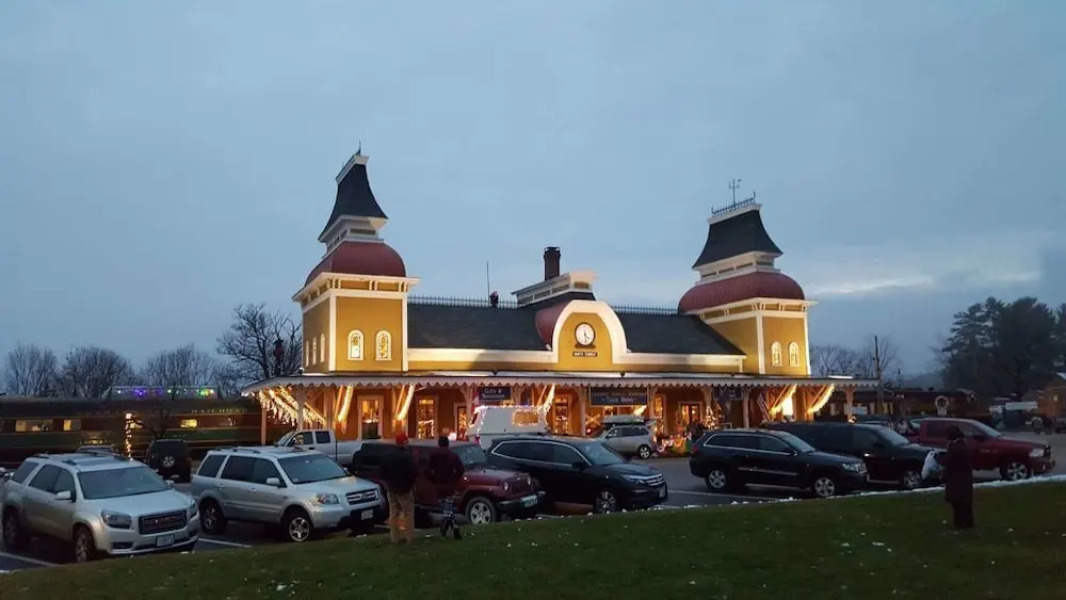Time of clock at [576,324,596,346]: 4:28
